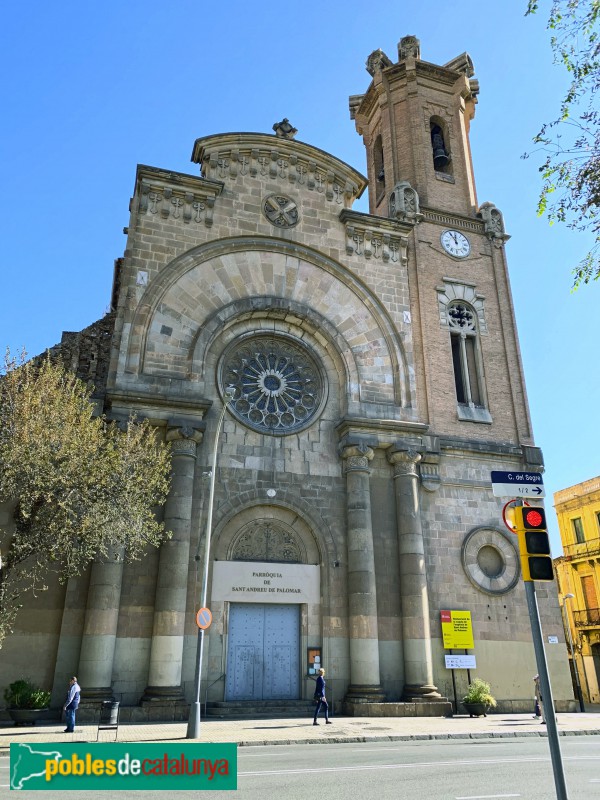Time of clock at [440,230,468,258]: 11:54
